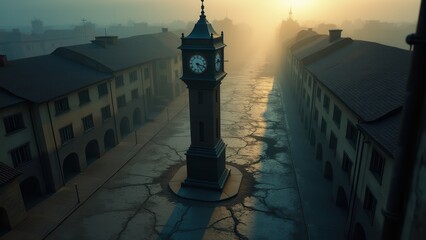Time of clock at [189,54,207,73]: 5:18
